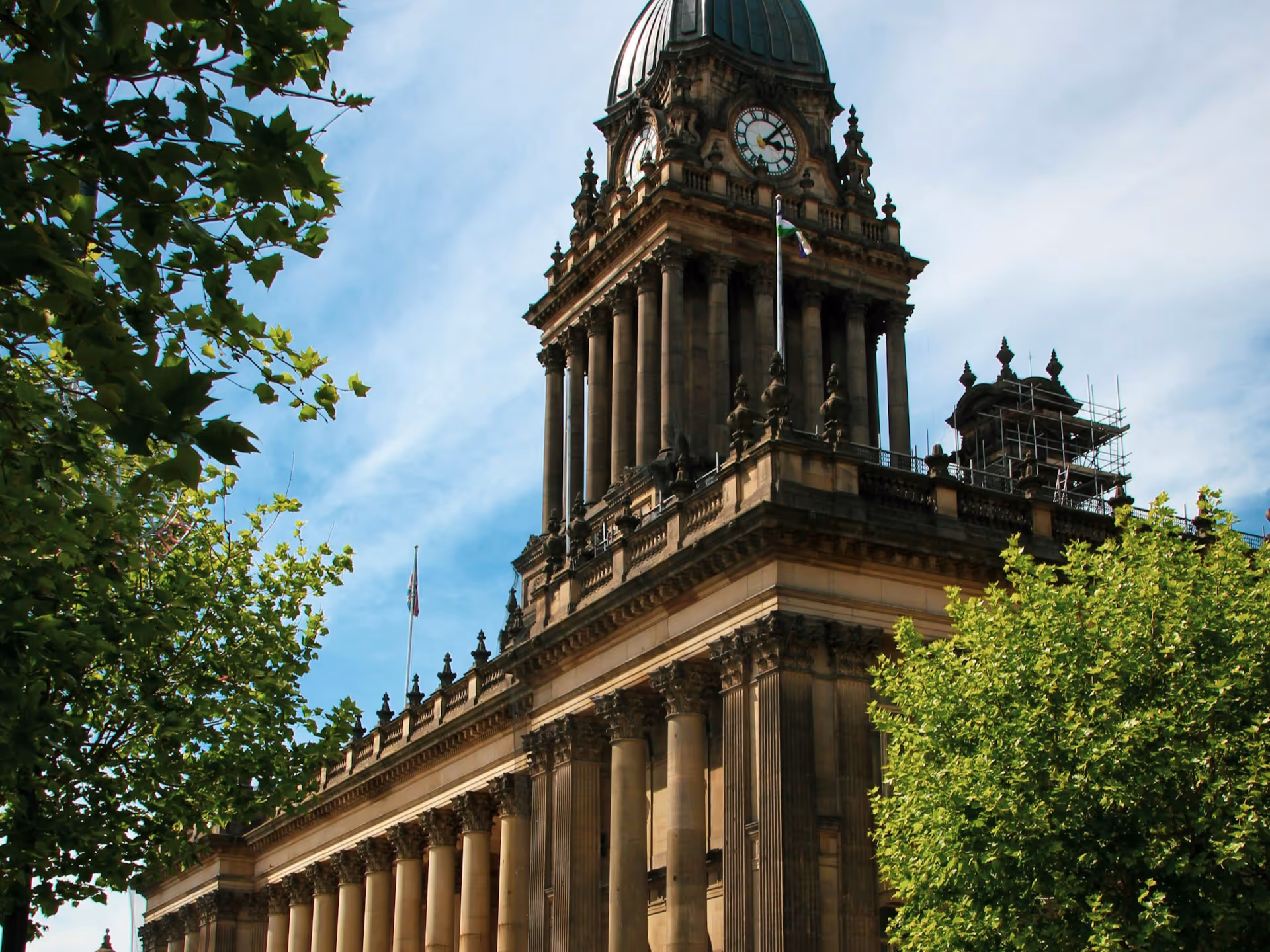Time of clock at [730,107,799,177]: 3:06
